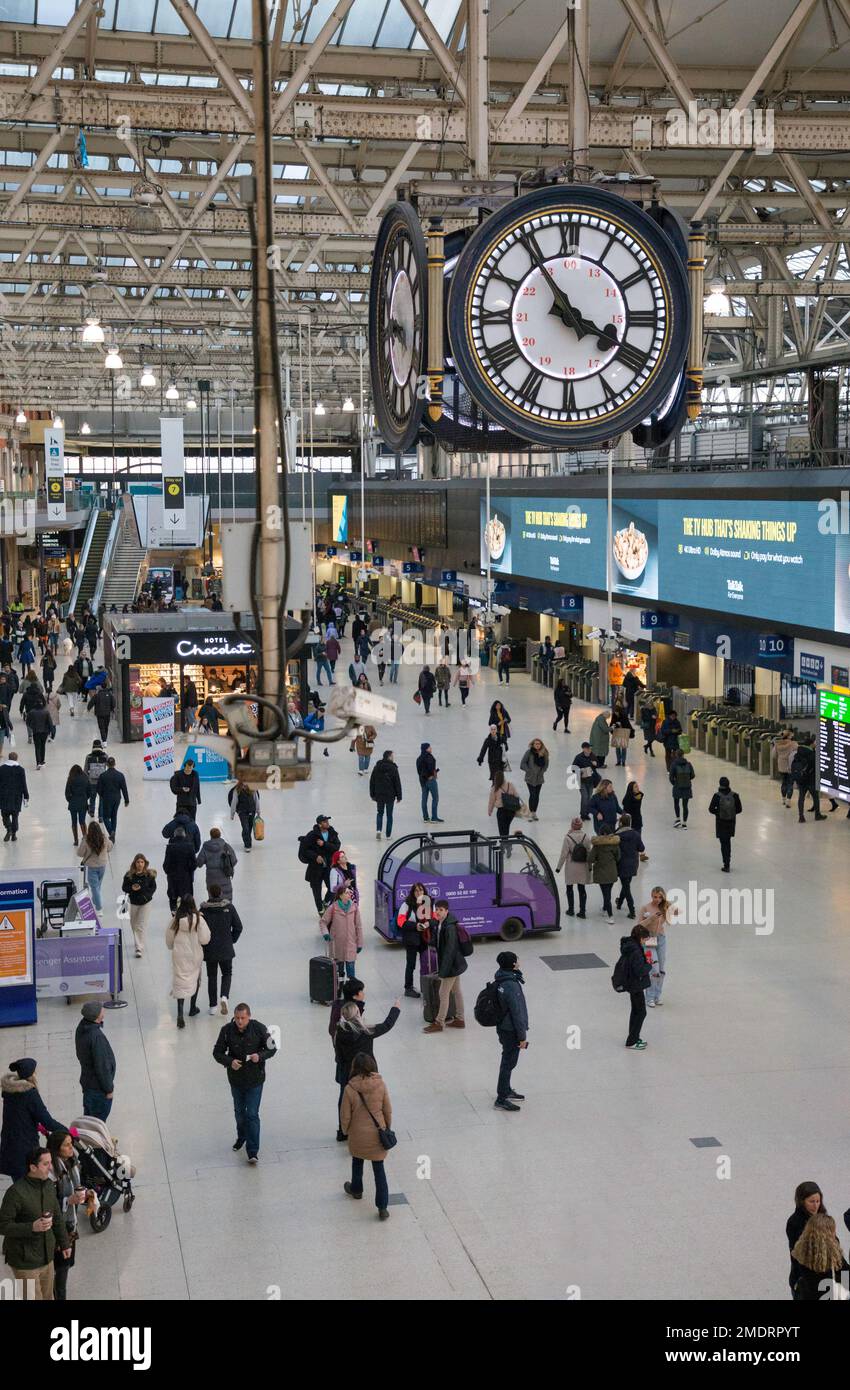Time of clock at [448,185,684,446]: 3:54
